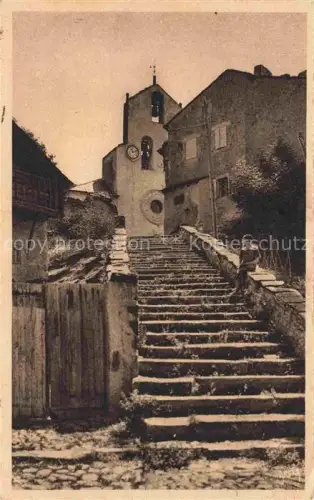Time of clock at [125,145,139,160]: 11:12
